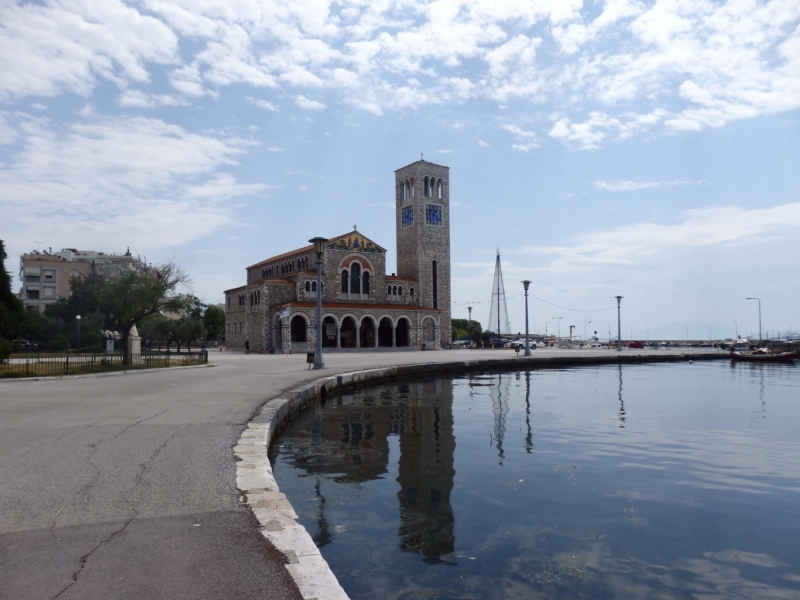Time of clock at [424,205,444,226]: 1:20
